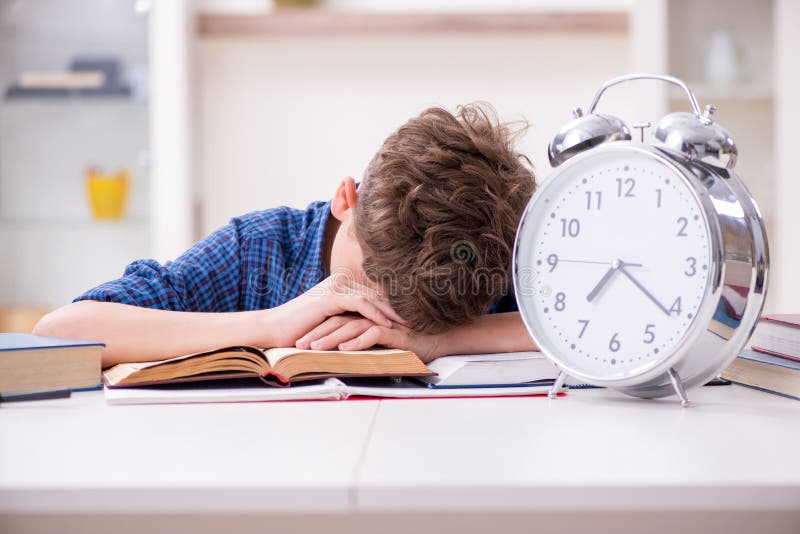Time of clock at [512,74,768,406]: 7:21
